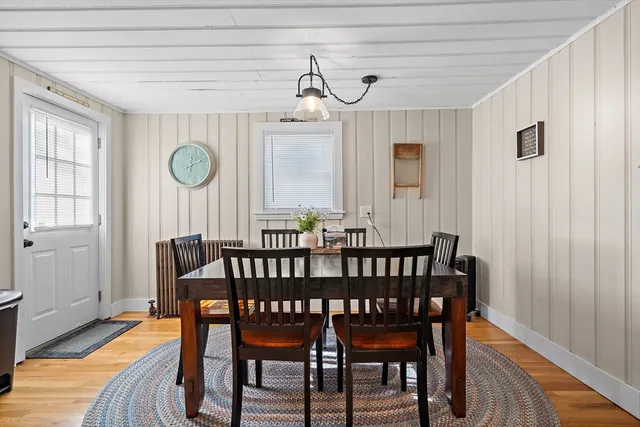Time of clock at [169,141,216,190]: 12:11
